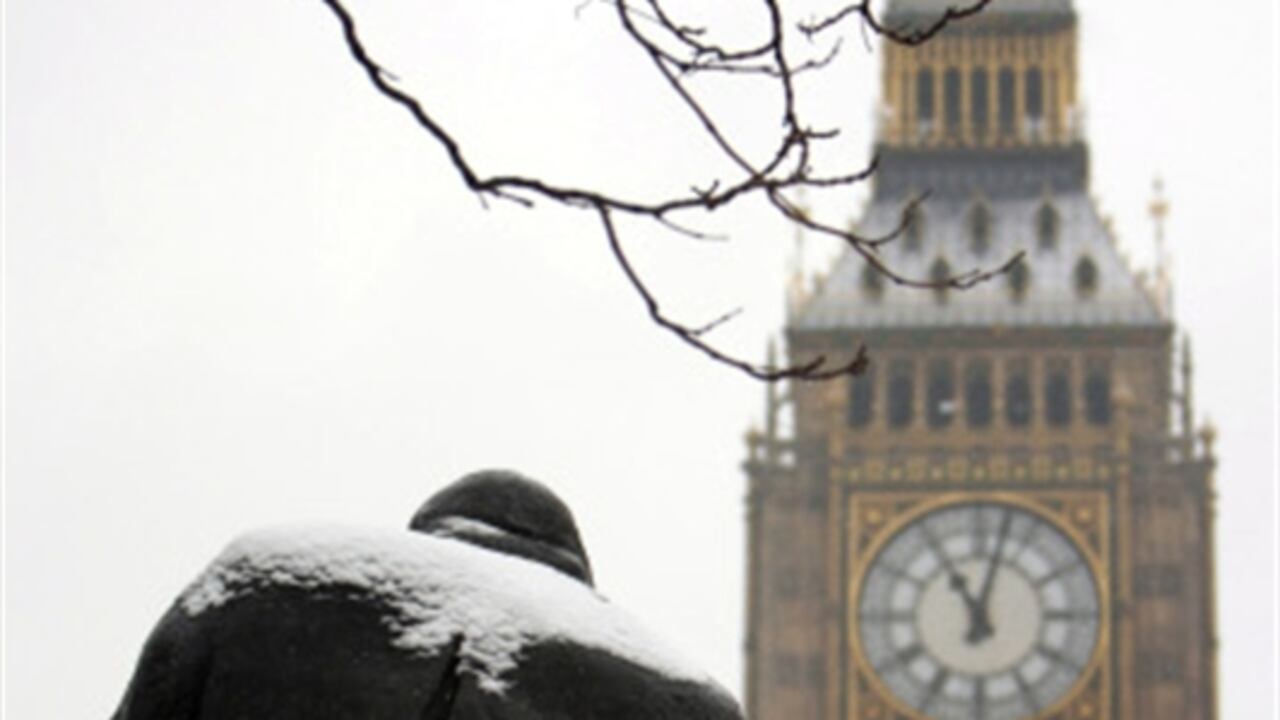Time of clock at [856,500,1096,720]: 11:02
